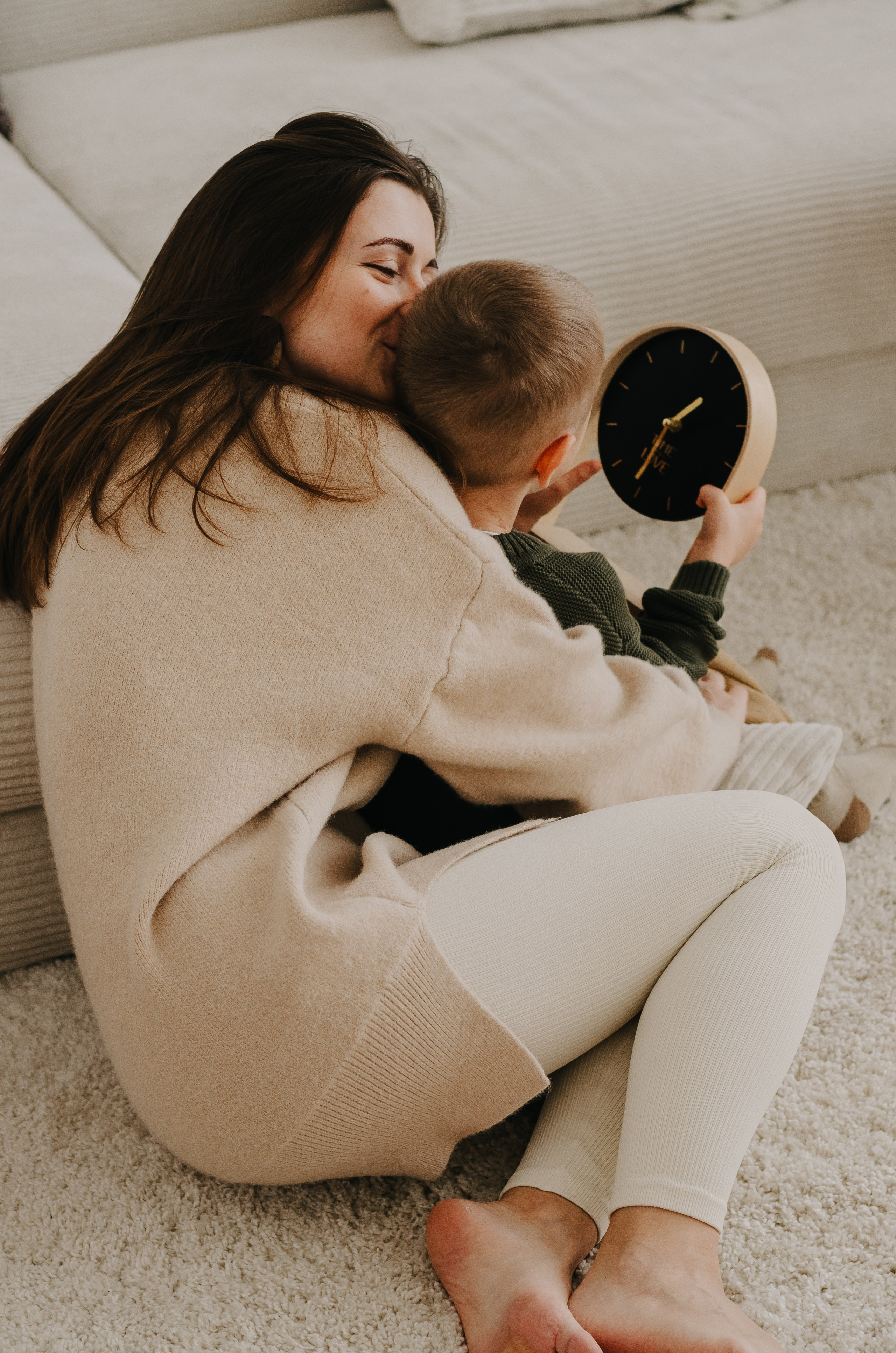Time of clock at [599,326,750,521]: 1:36
